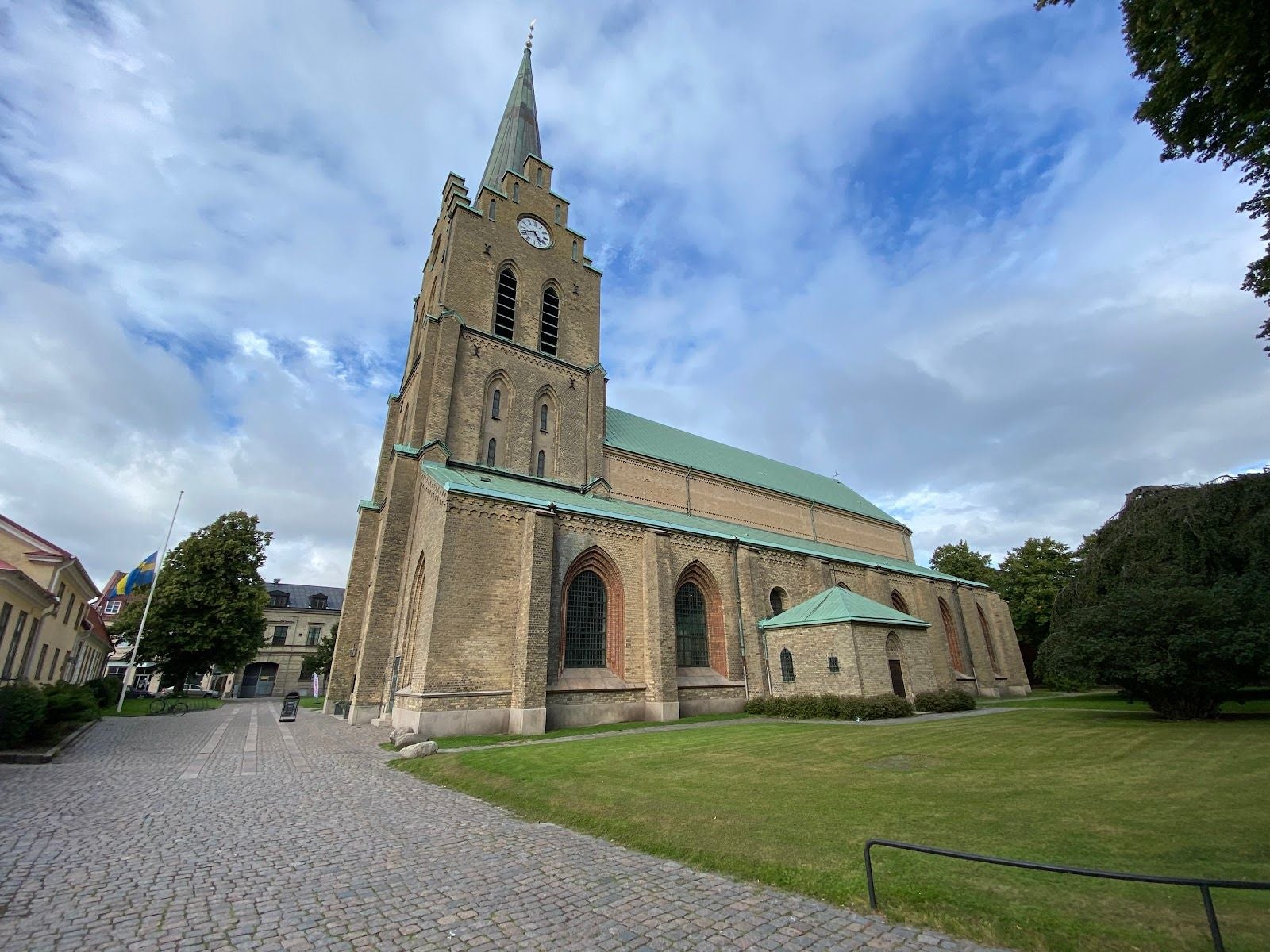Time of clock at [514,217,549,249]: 4:41
